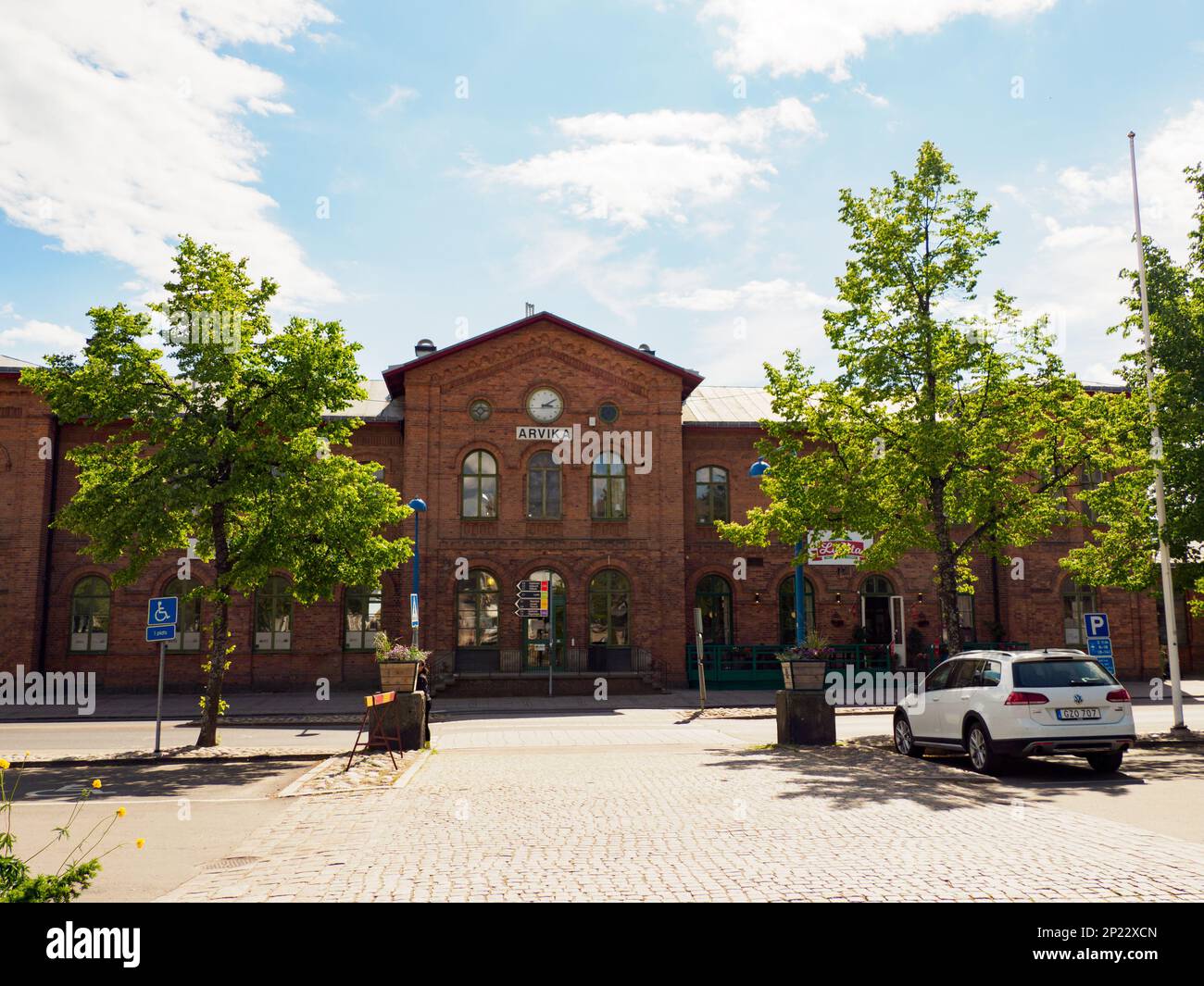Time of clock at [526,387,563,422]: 3:09
